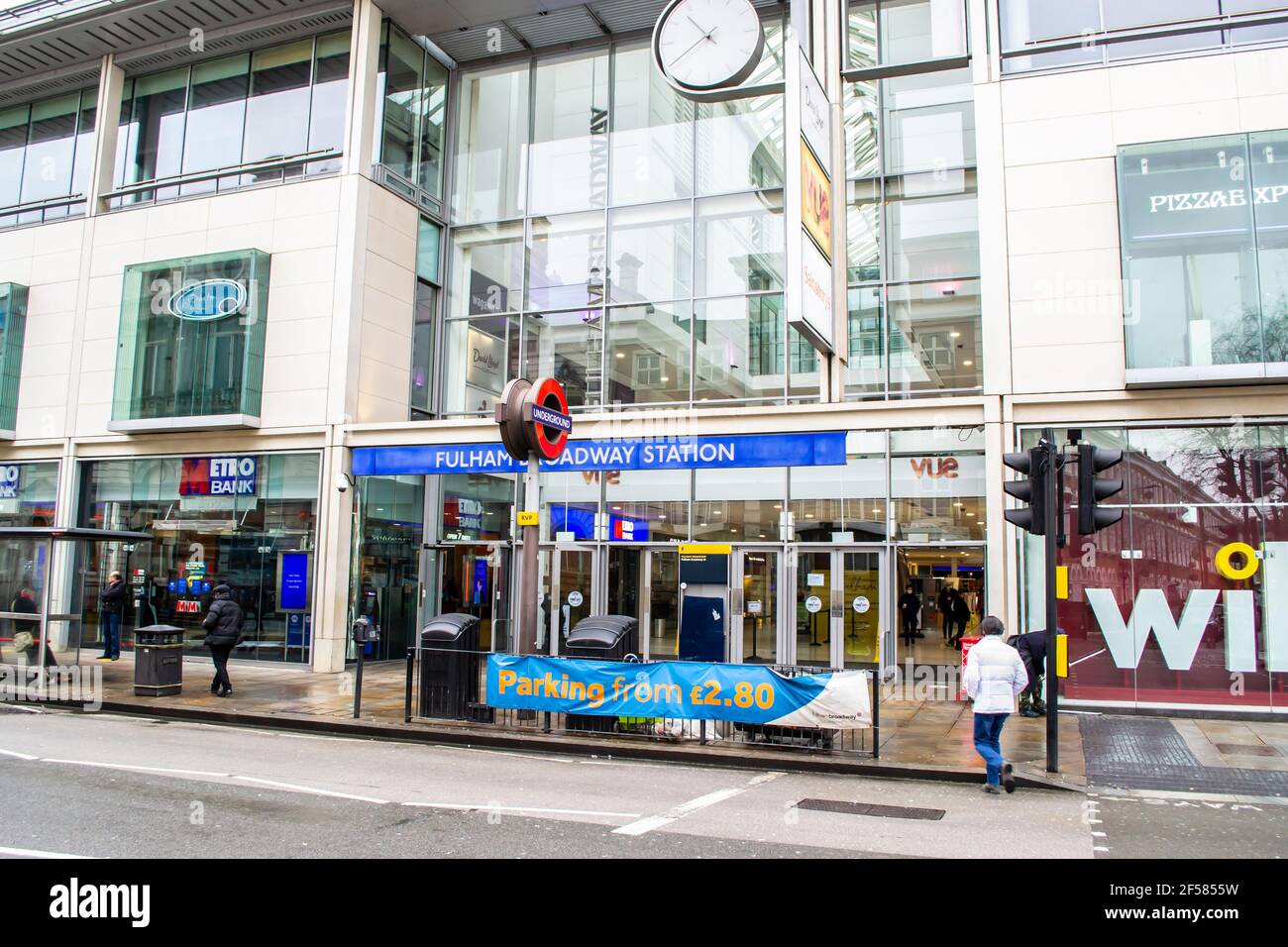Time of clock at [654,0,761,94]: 10:39
